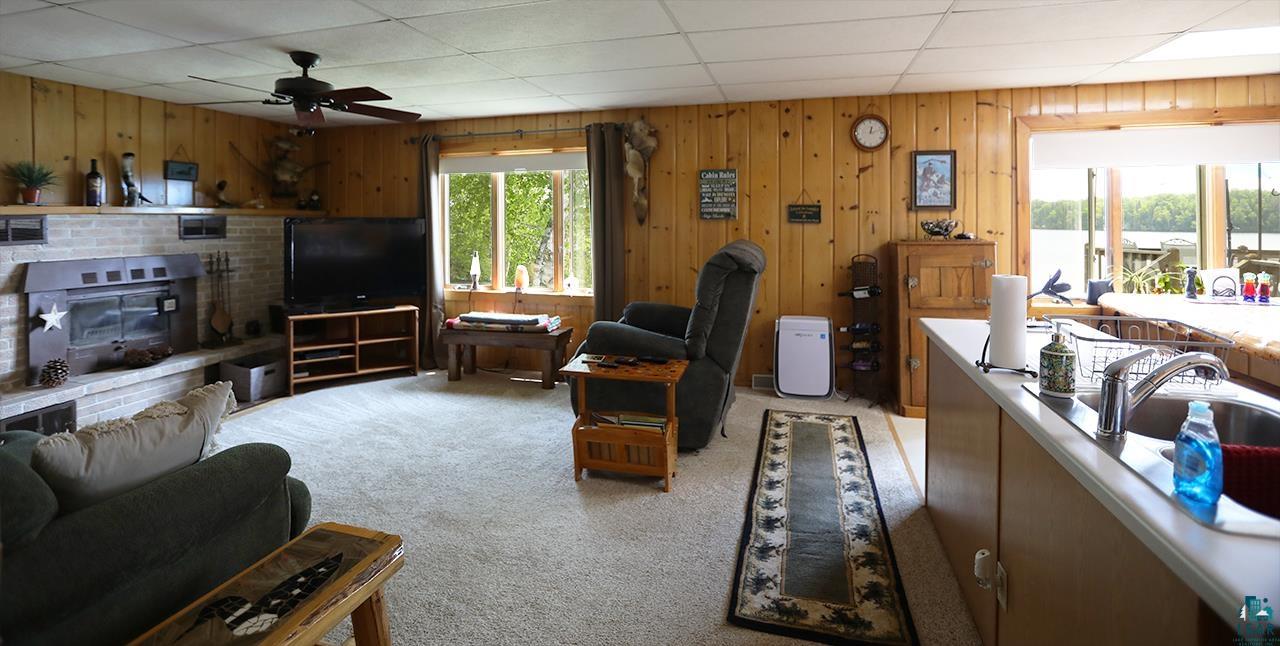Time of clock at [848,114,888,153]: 12:12
